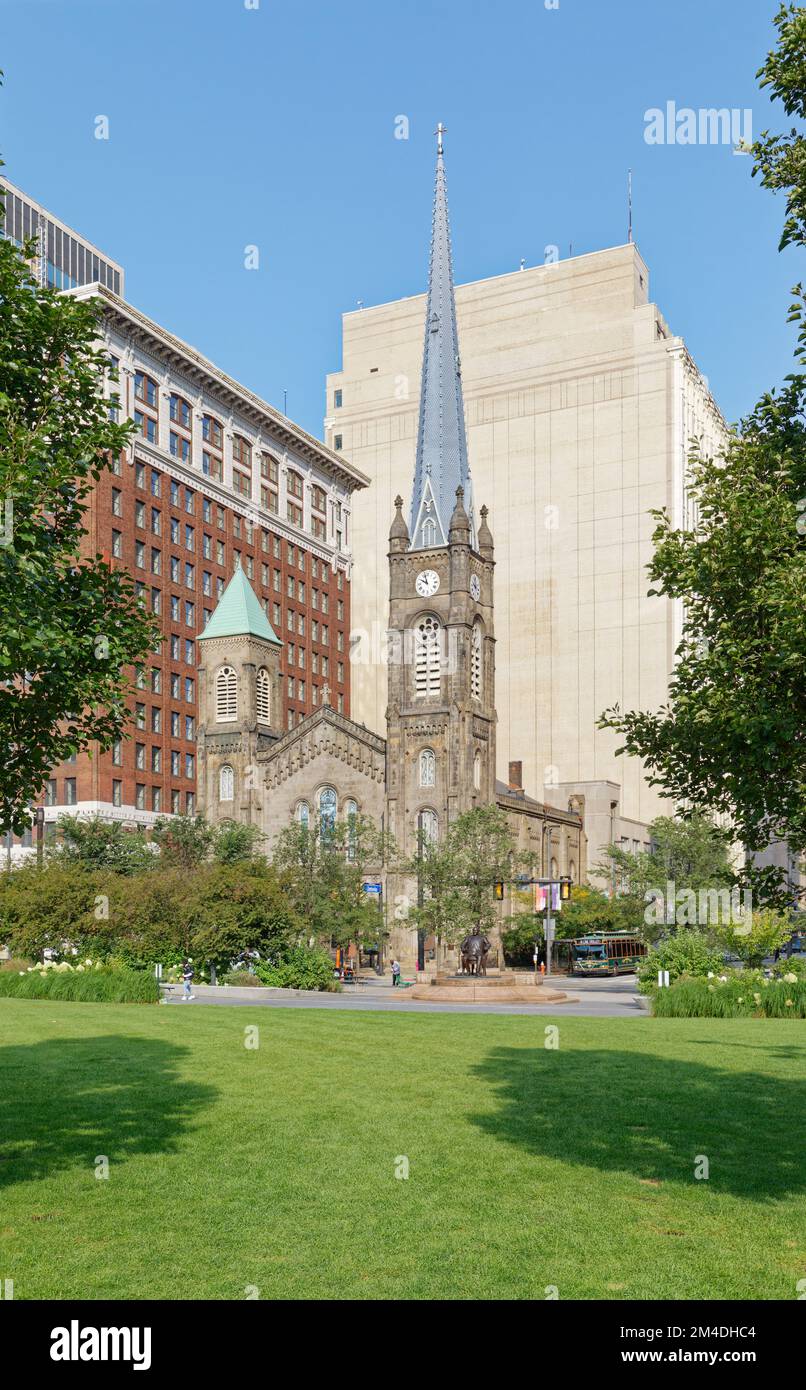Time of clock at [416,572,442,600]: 9:57
